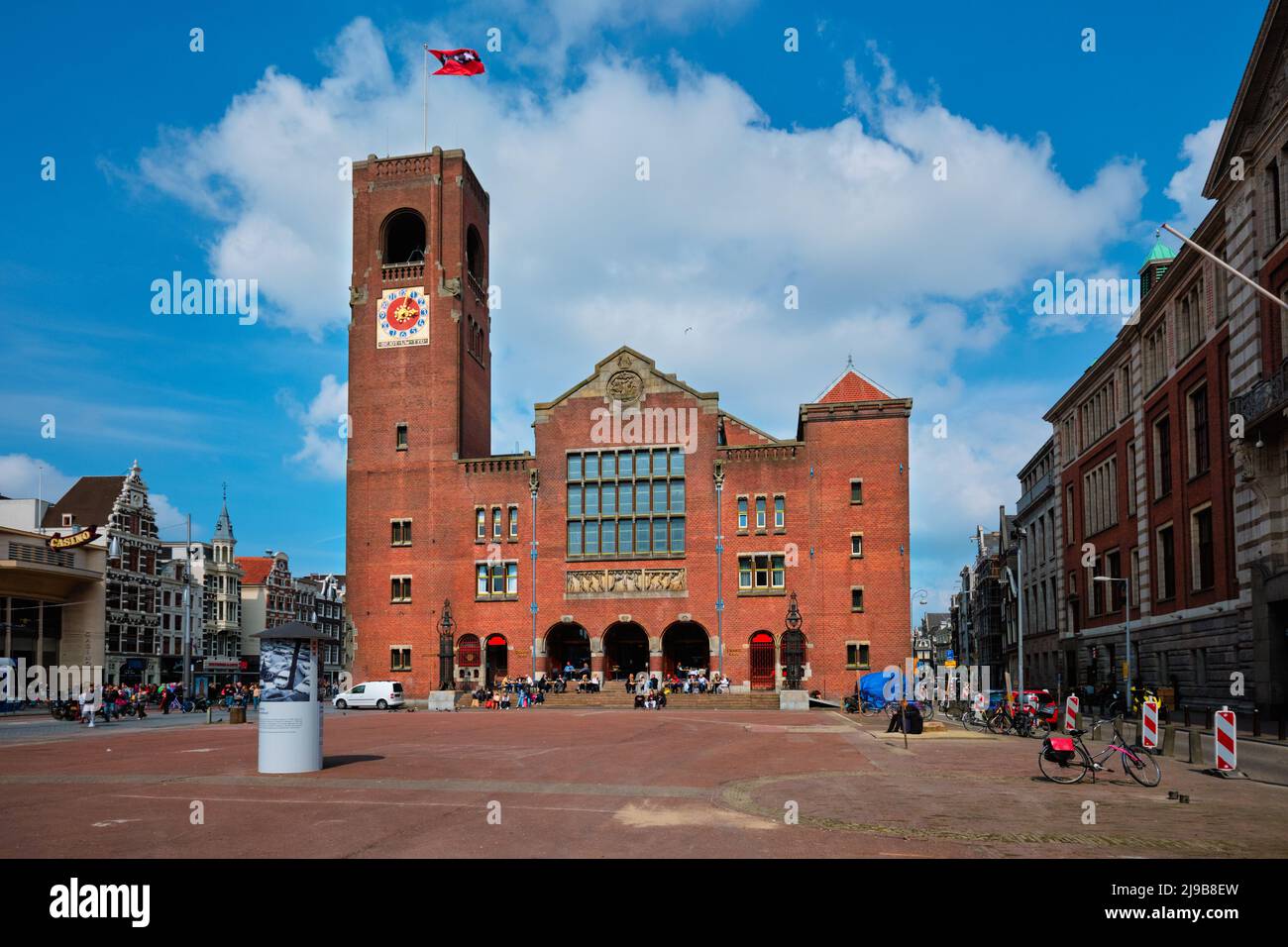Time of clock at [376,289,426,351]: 3:02
